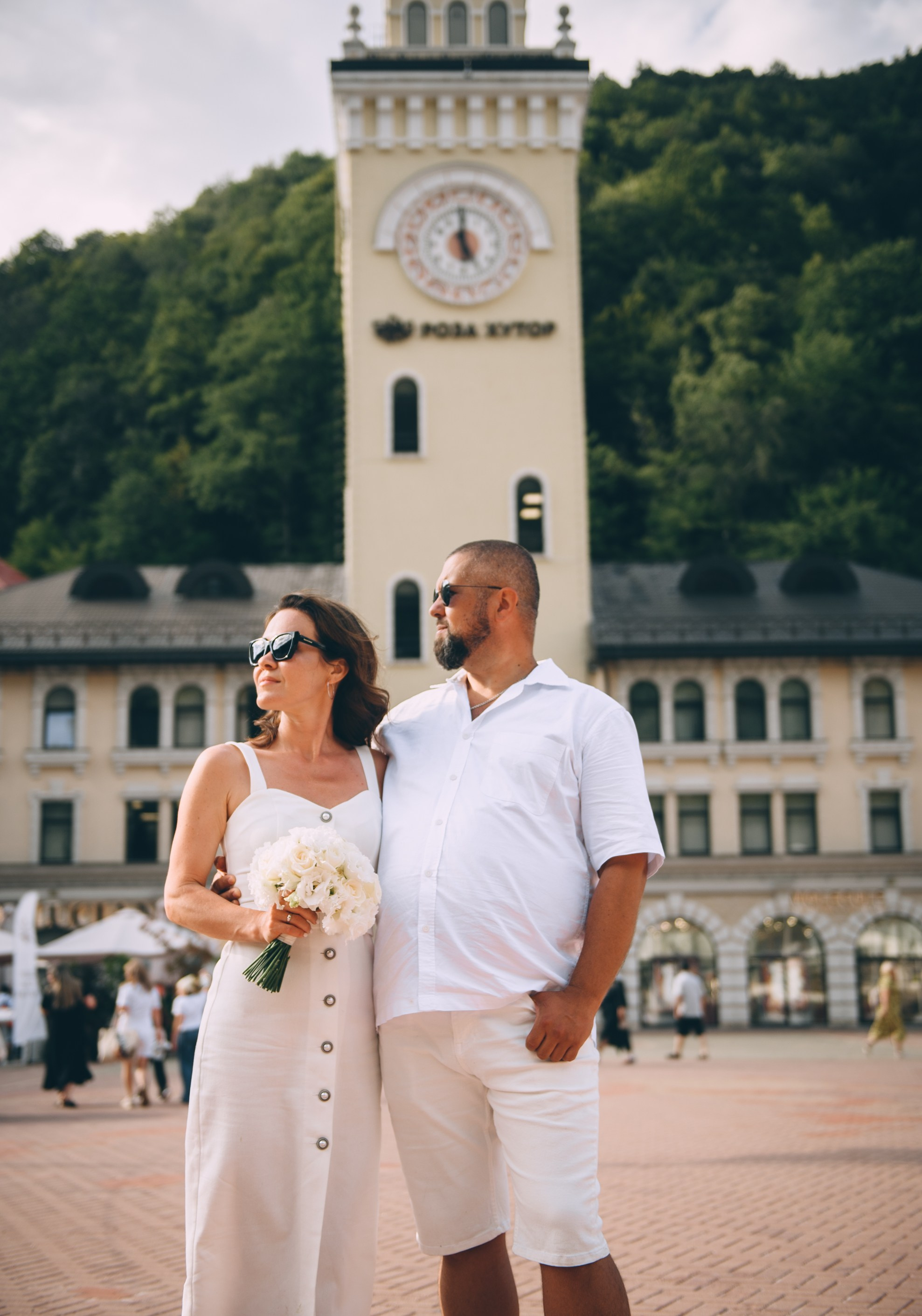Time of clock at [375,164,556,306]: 4:59
